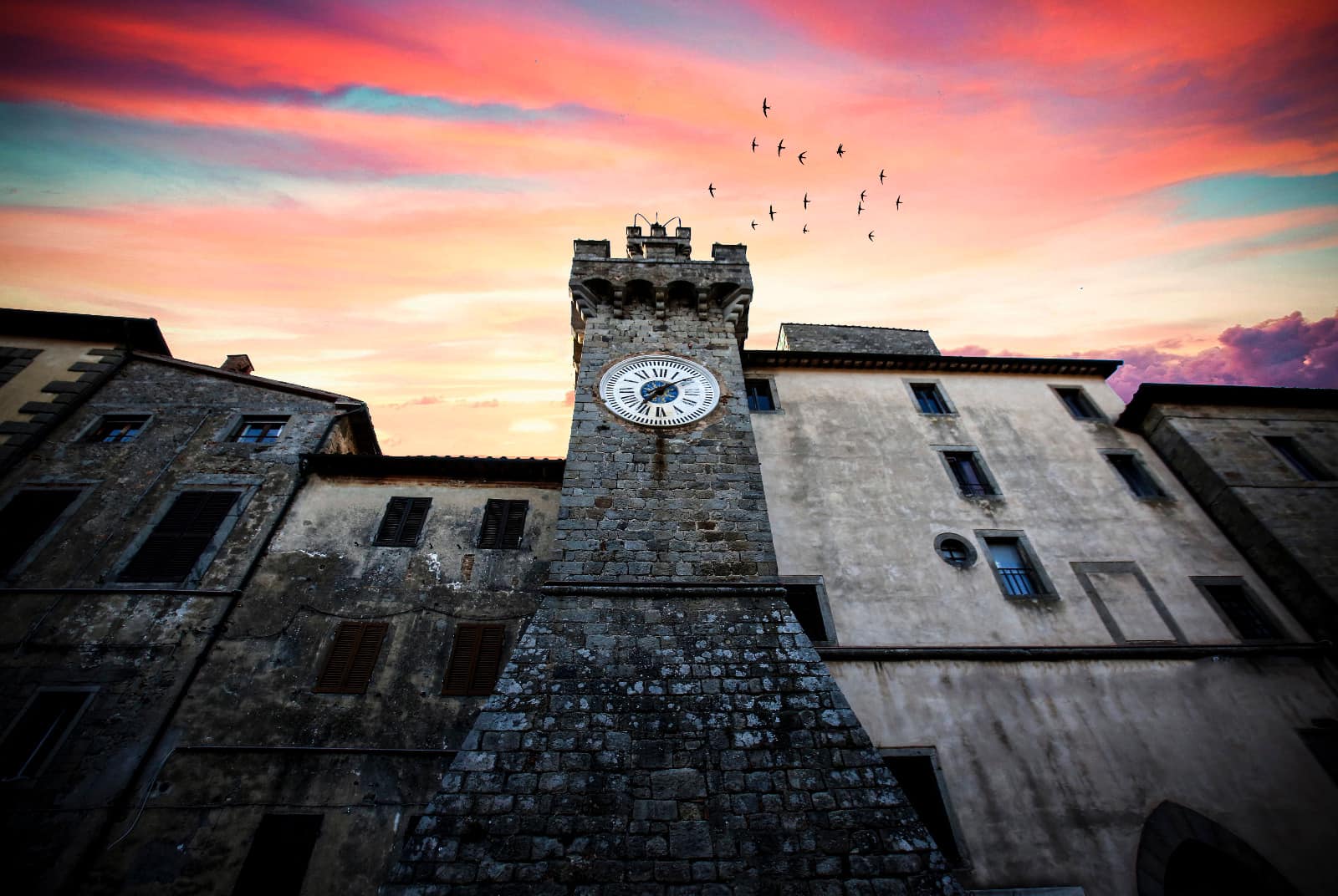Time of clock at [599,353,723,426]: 7:08
